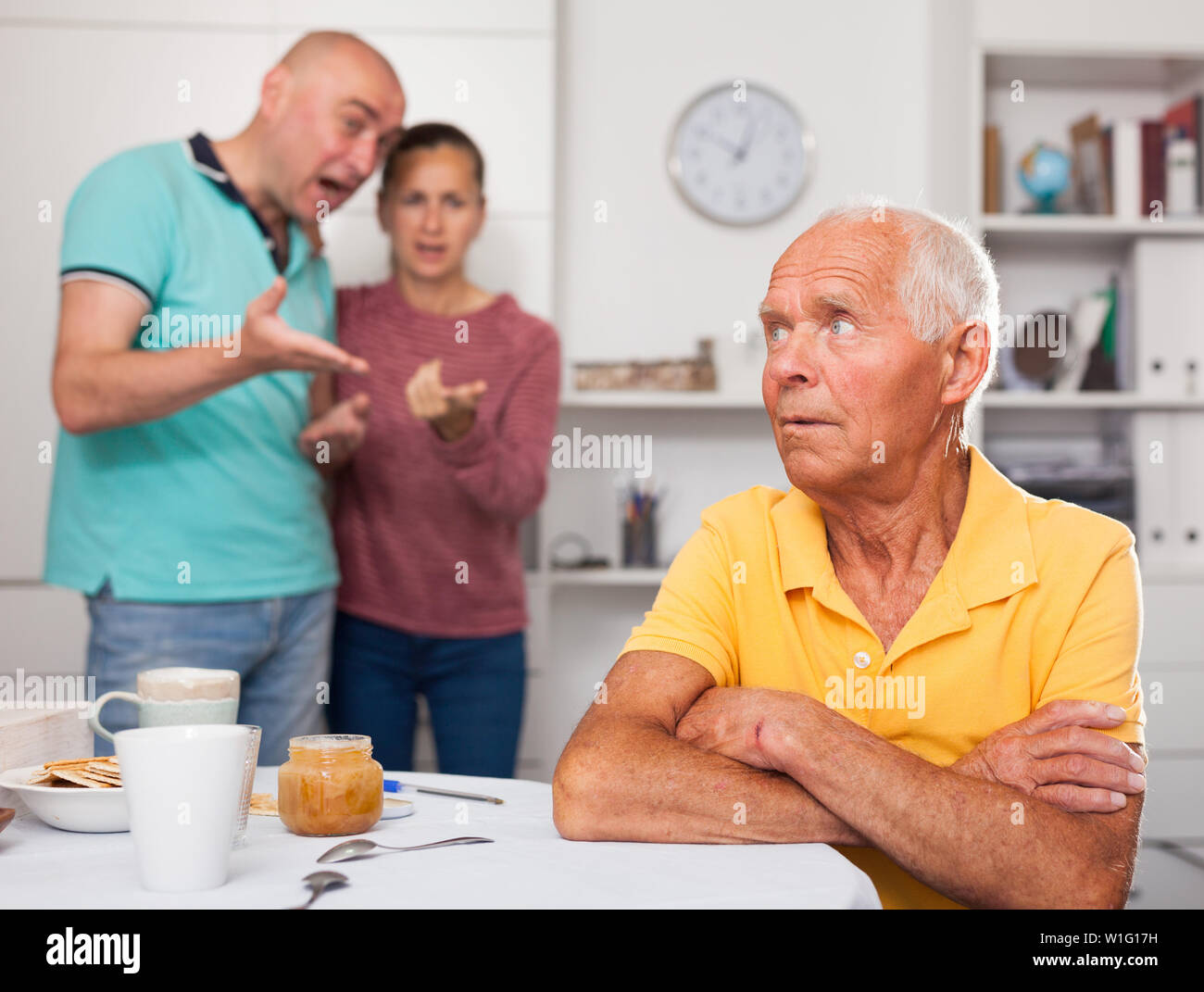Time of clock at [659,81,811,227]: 12:49
